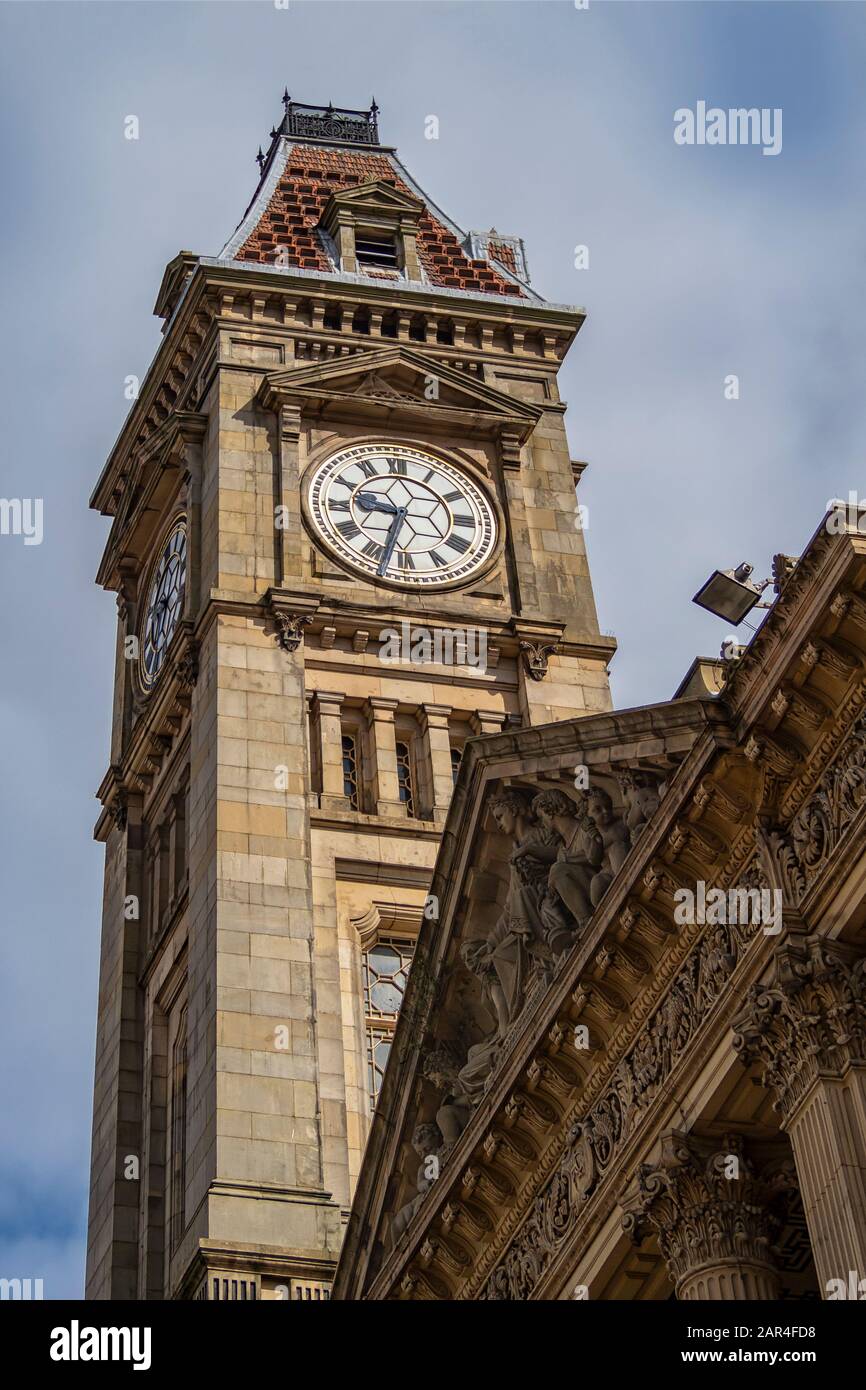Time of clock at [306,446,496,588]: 9:33
